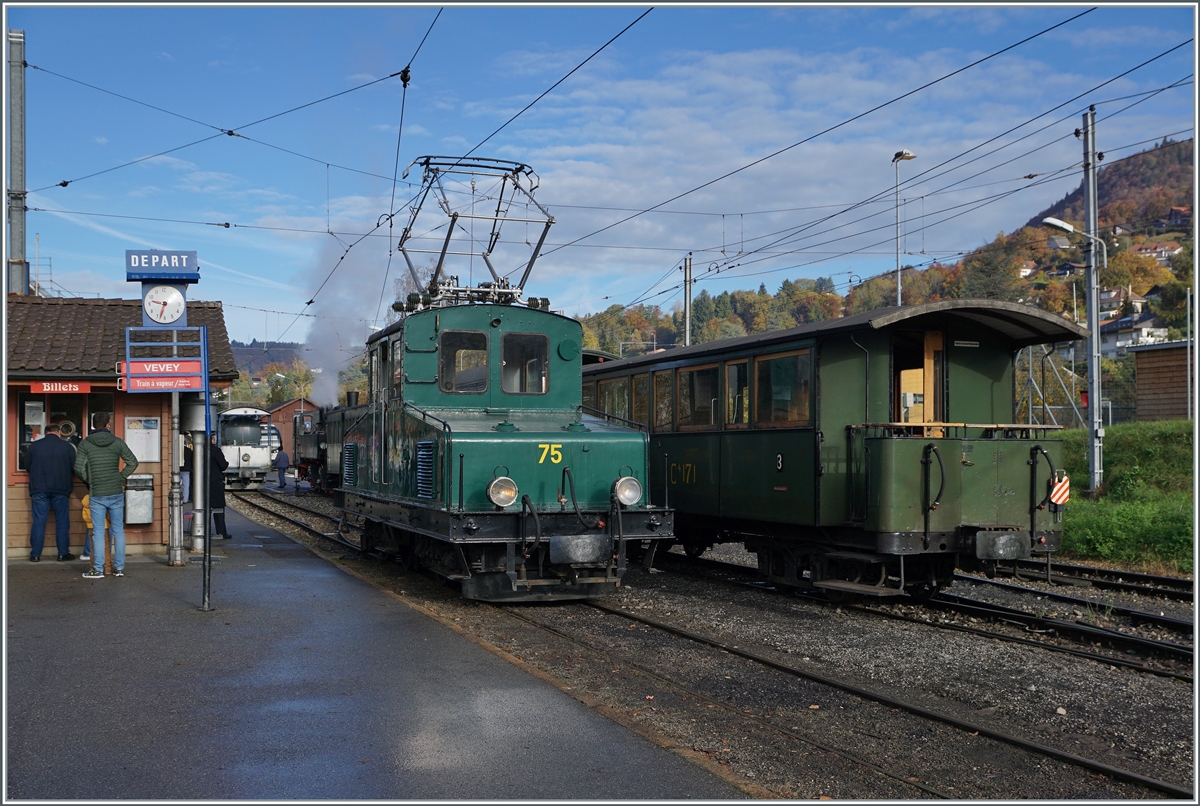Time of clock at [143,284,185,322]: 9:33
